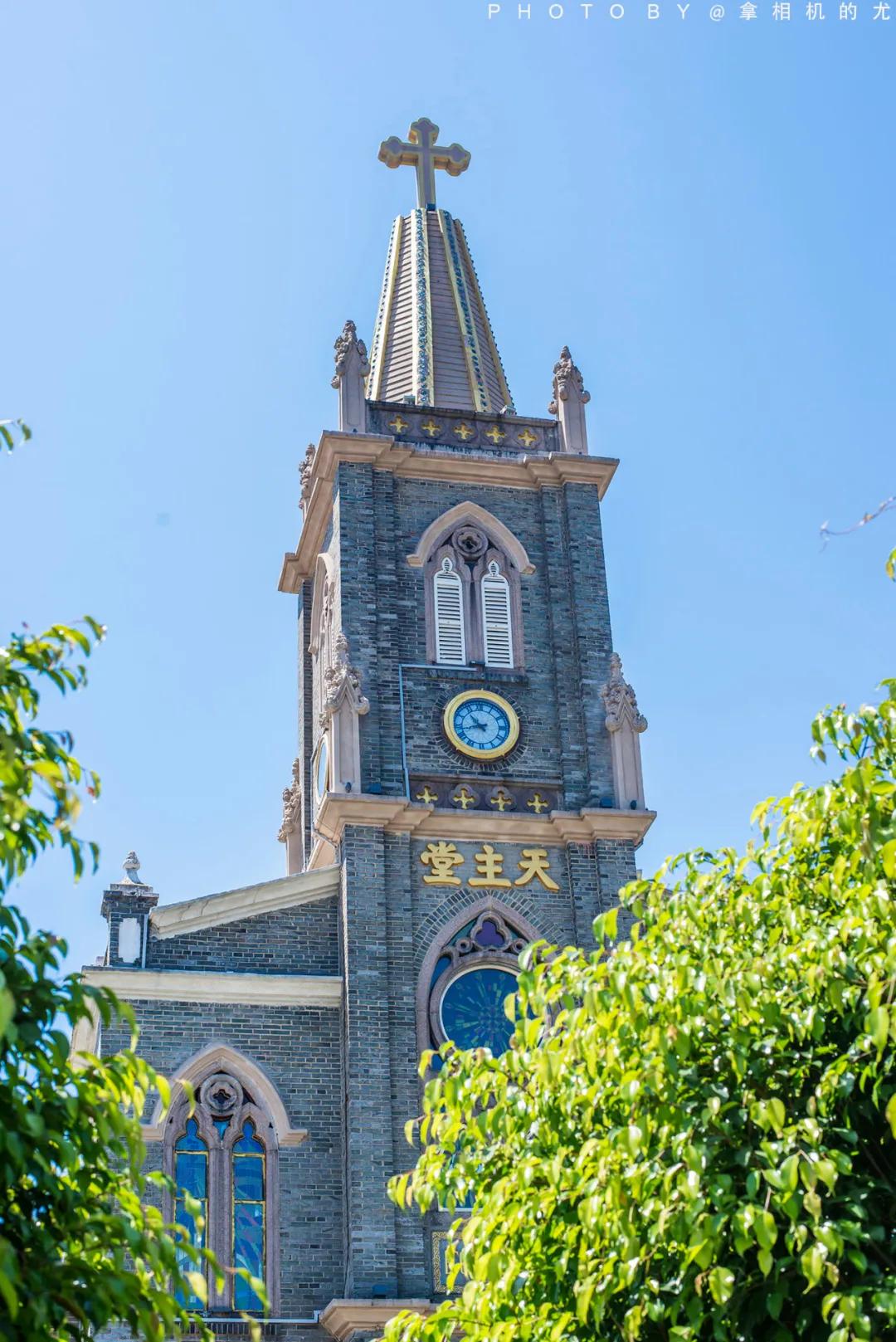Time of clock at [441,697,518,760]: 10:42
